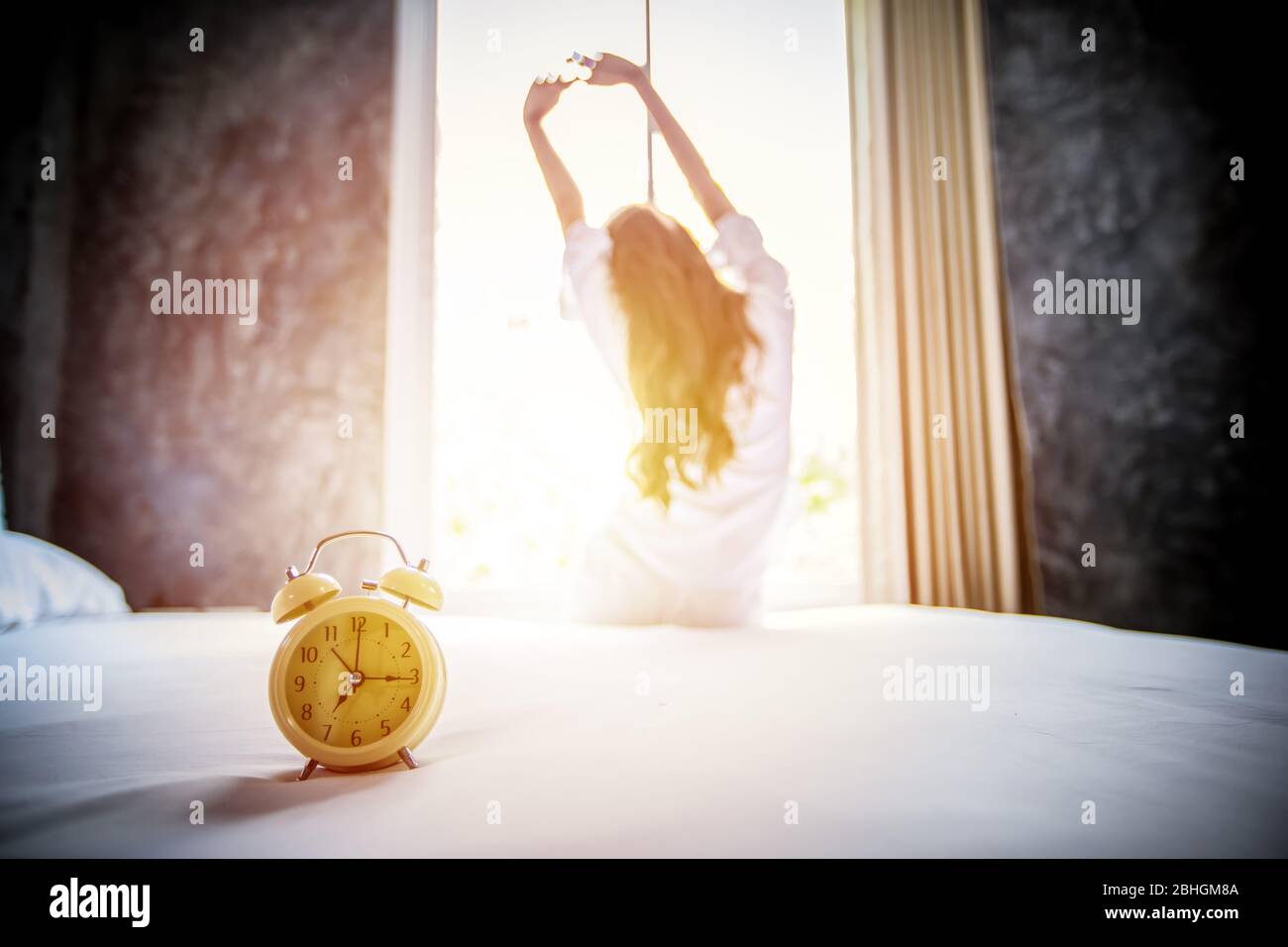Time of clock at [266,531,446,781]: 7:15
